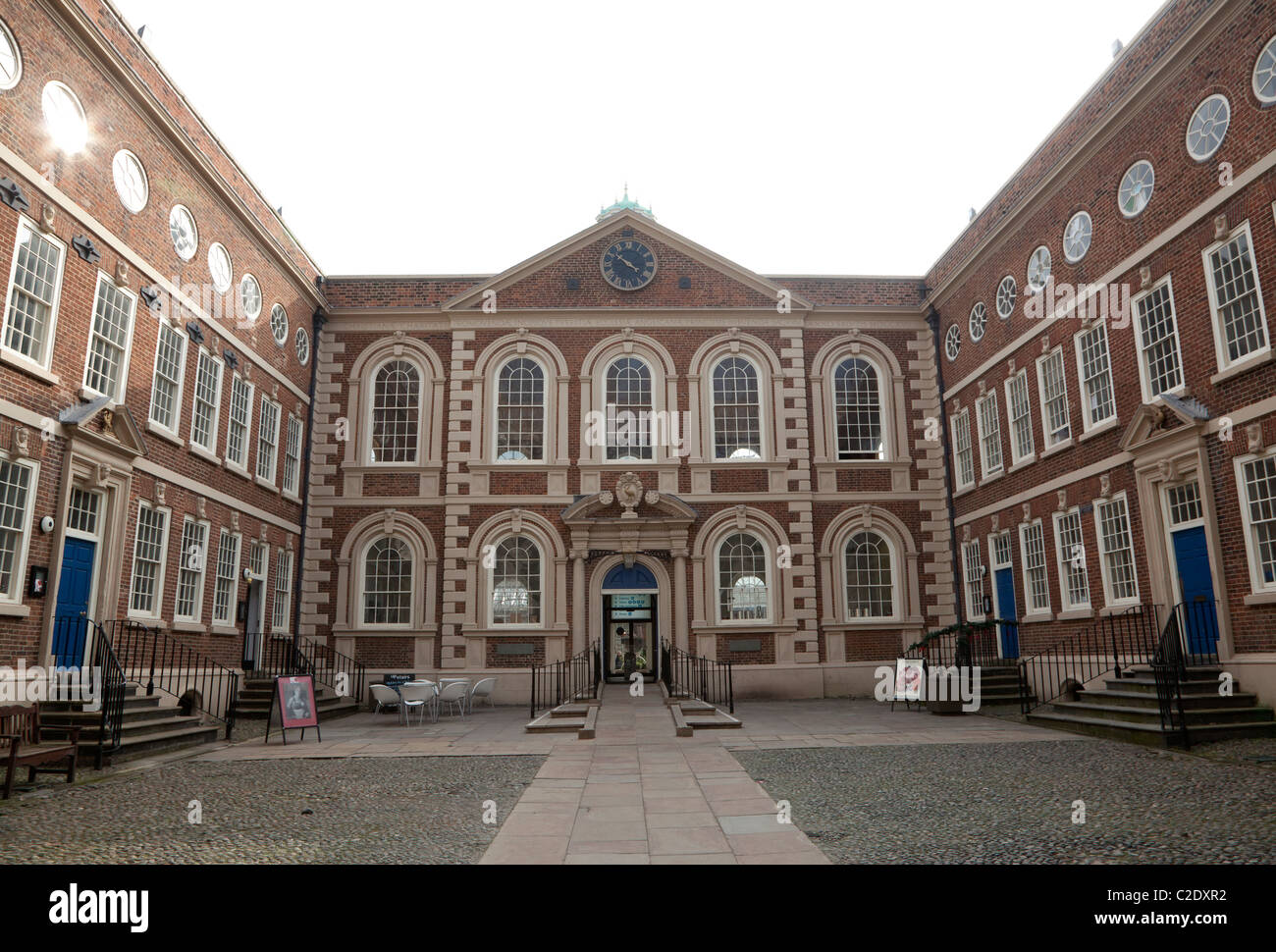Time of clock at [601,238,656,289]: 3:51
